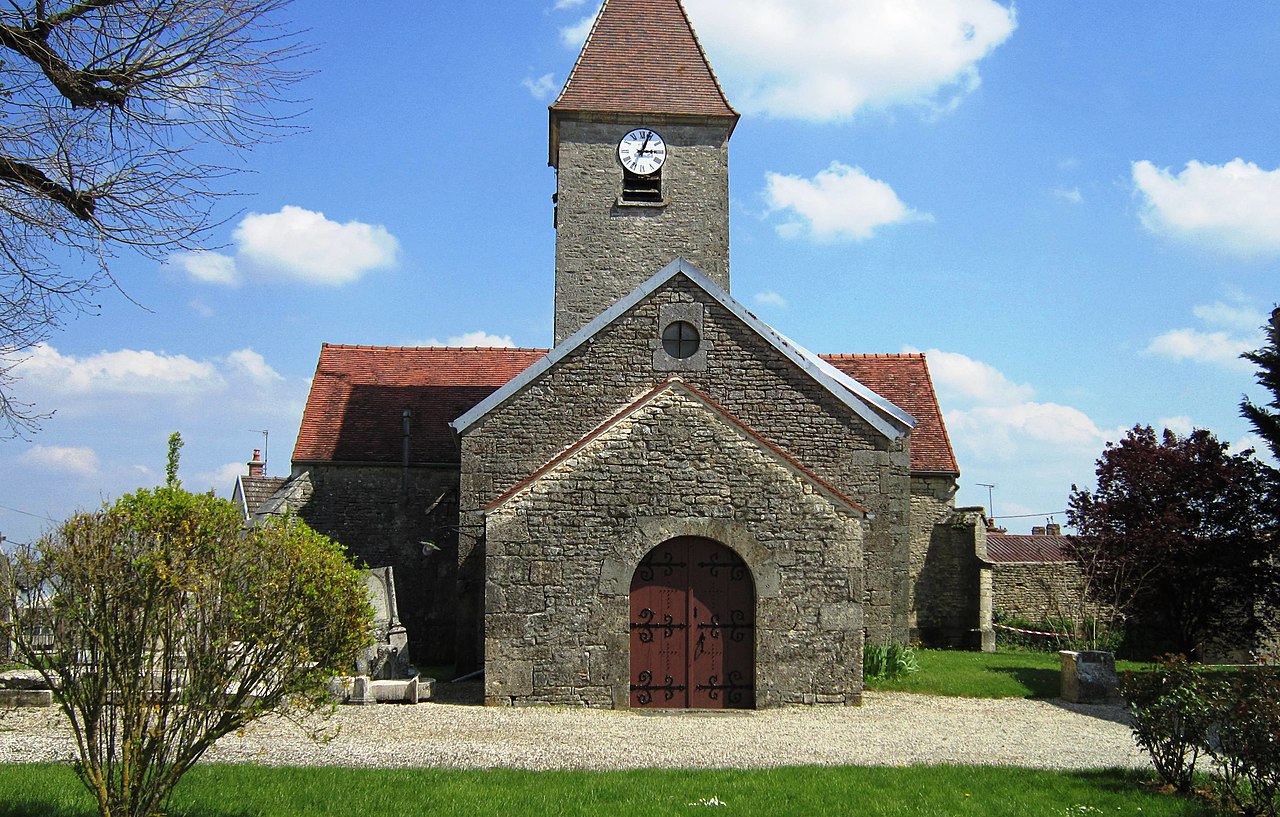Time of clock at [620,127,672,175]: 3:03
